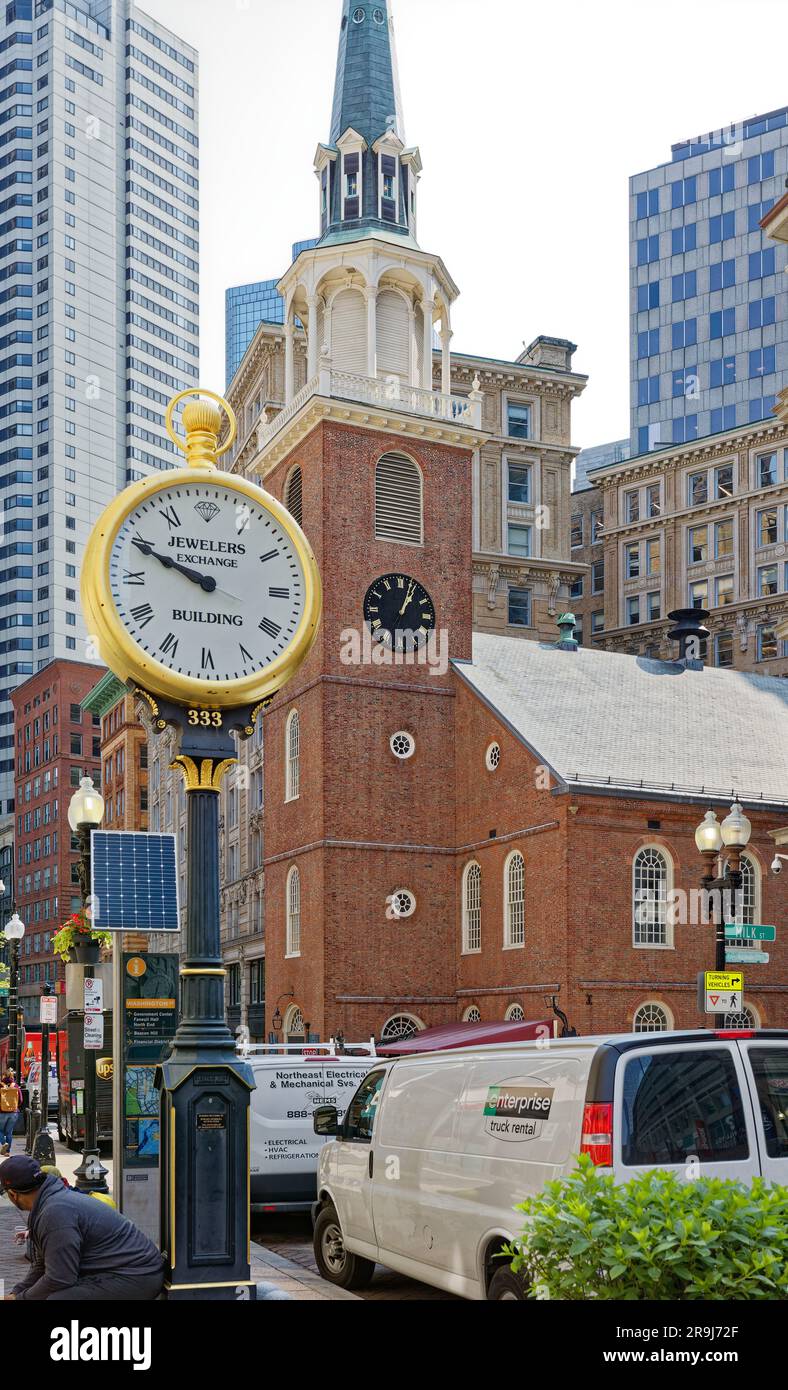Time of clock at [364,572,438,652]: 1:03
